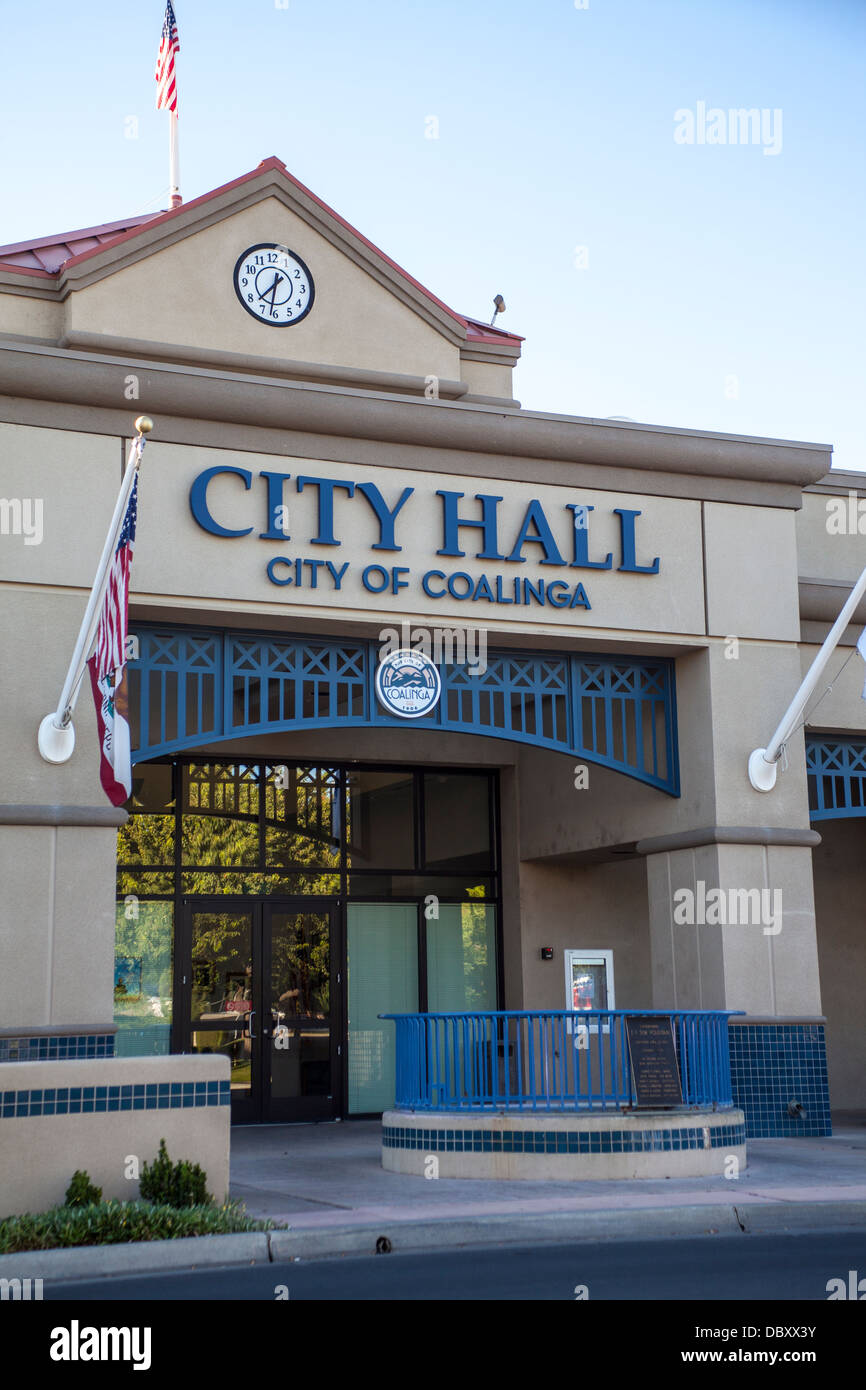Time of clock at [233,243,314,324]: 7:31
